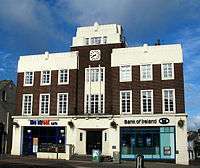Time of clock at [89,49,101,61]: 8:40
